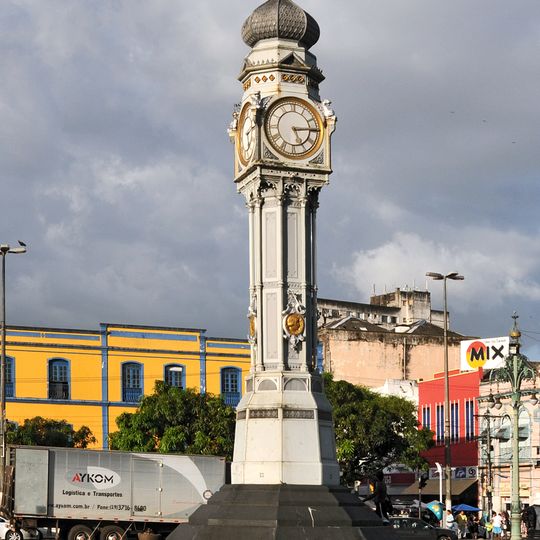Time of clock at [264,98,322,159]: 5:14
